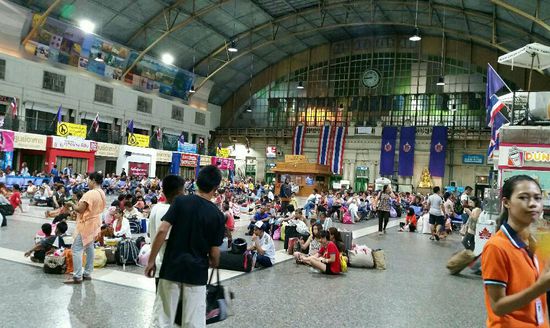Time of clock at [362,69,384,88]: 8:43
